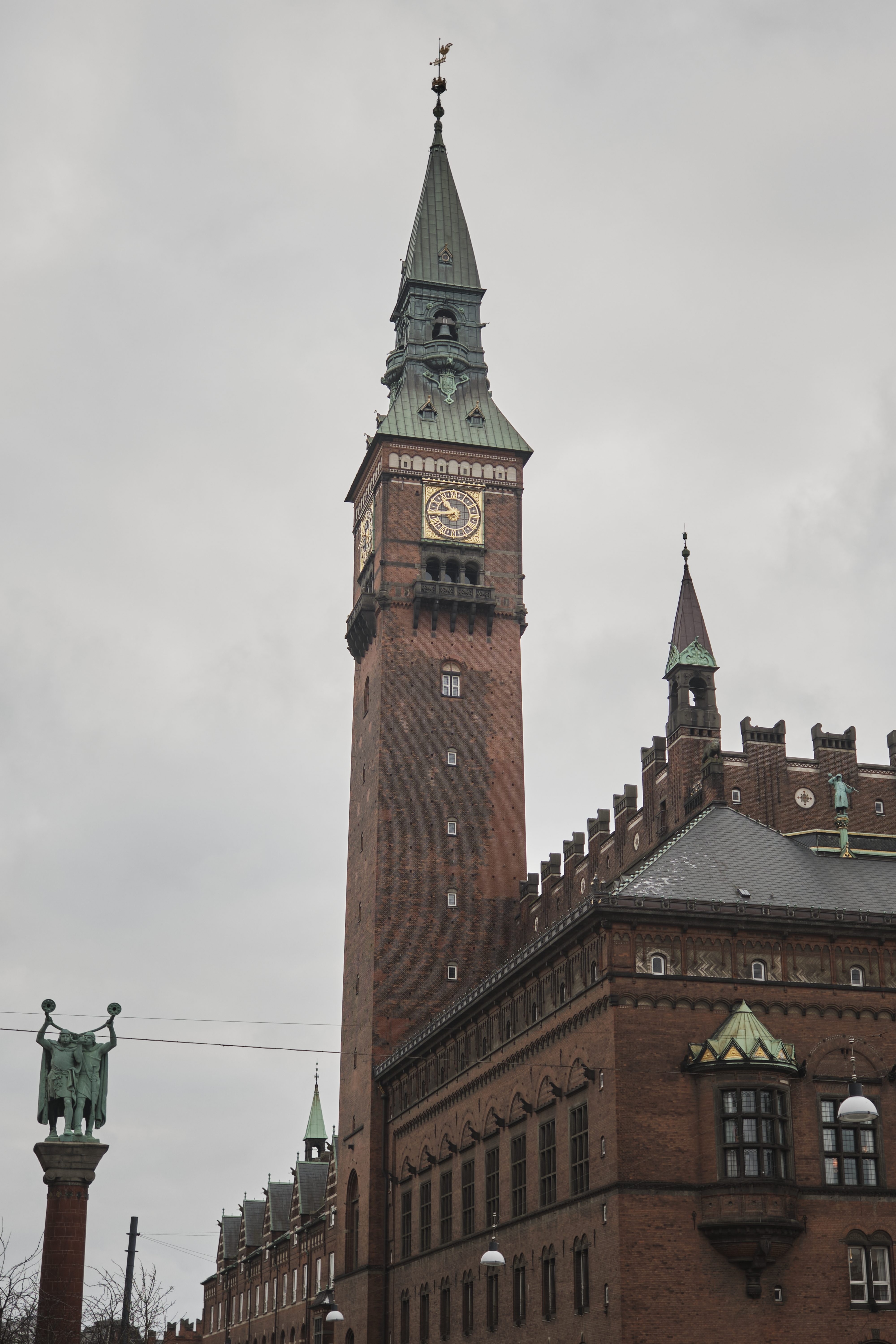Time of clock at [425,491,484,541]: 10:44
